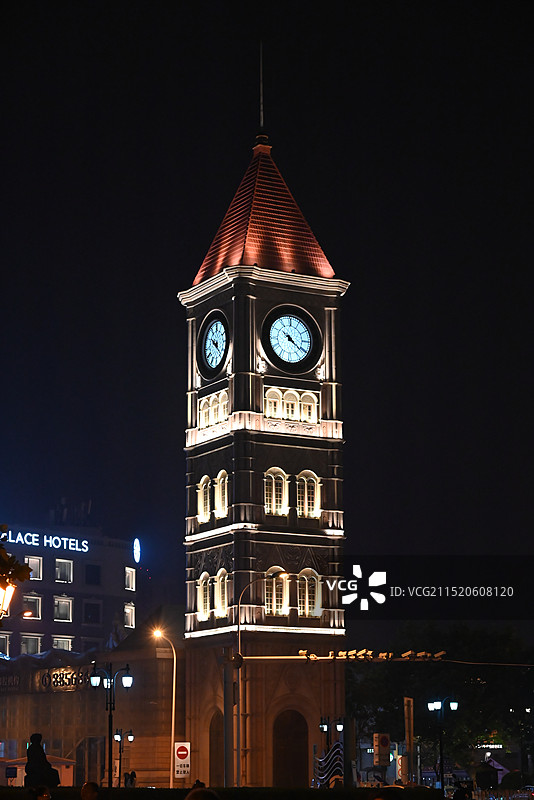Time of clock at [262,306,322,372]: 10:20
